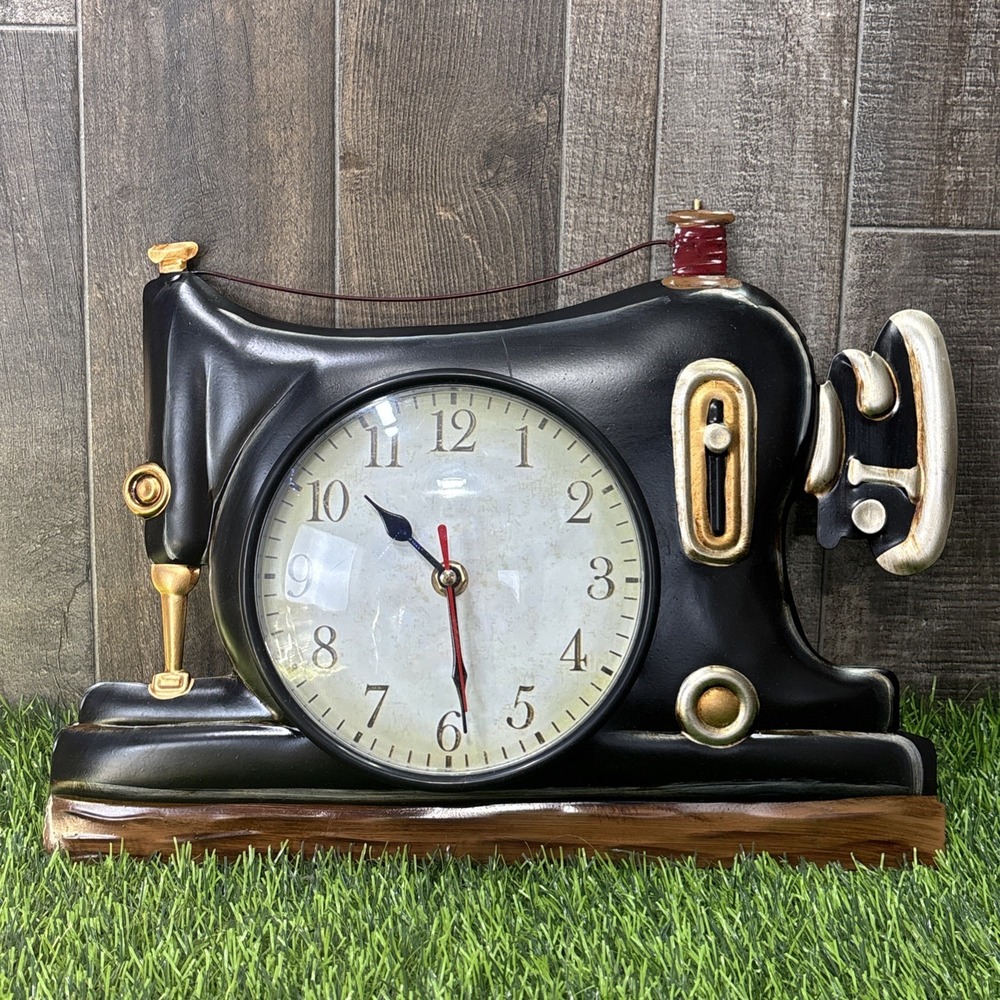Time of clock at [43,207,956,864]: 10:29
